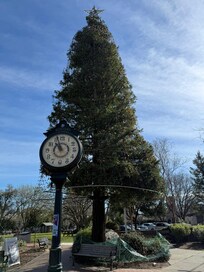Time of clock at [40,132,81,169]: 10:56
